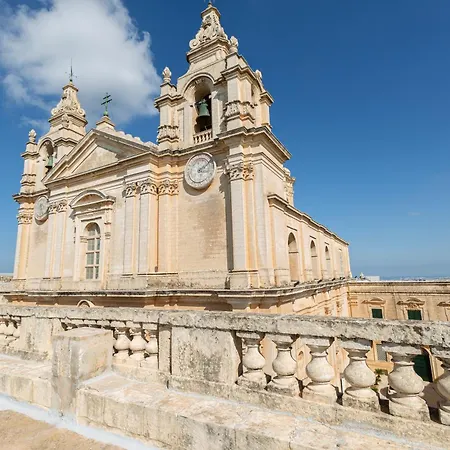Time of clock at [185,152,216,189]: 3:09
